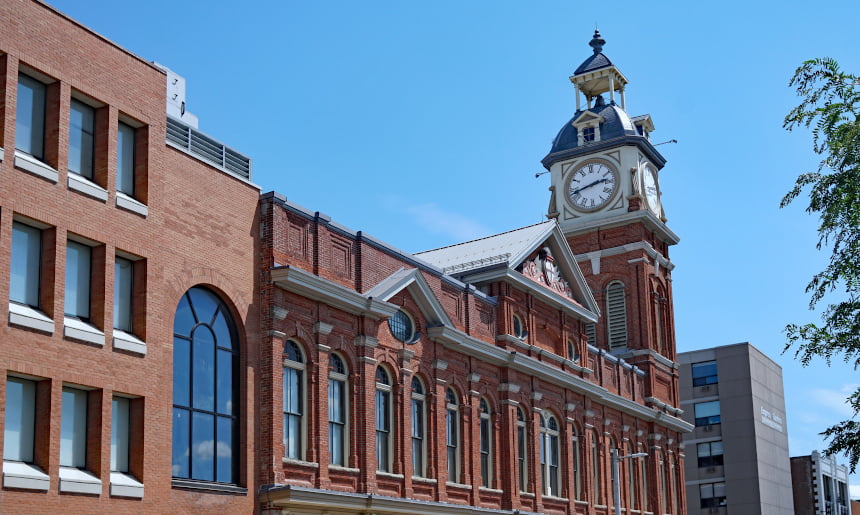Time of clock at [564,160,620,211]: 2:42
